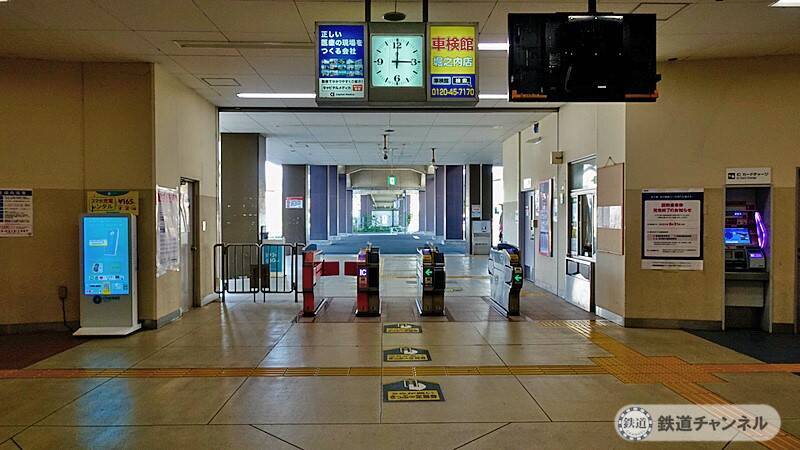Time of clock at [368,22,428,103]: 3:00
